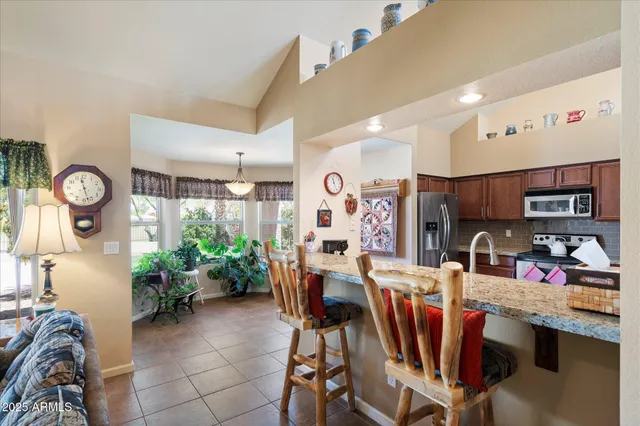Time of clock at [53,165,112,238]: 11:27
